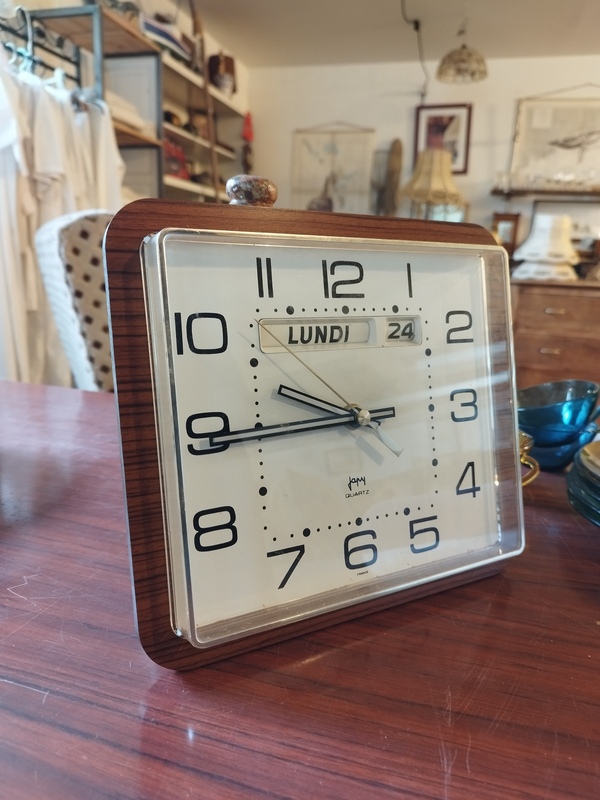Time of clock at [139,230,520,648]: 9:44
